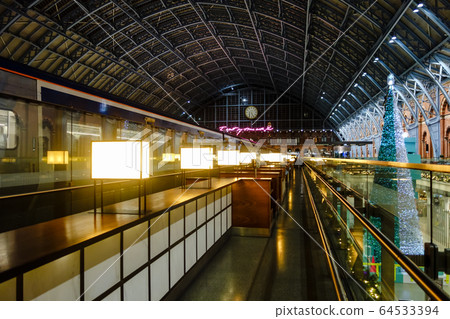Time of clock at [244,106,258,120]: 5:26
